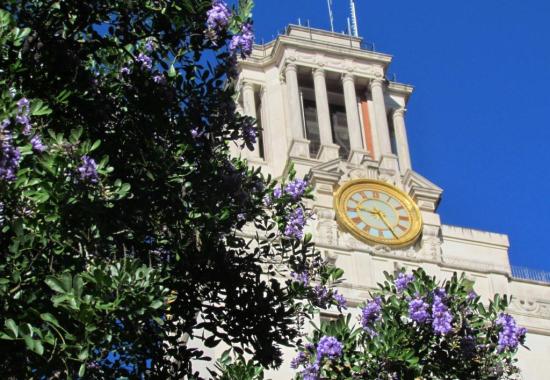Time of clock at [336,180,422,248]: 9:25
